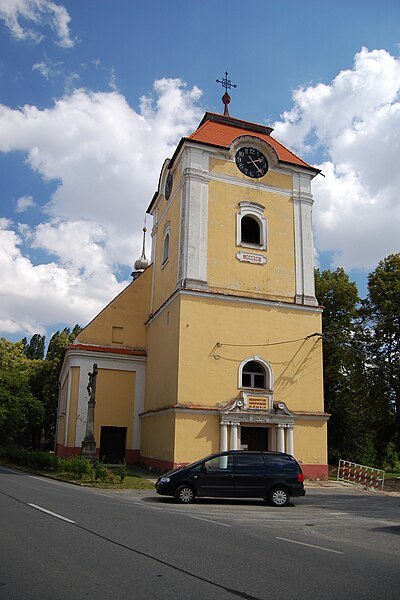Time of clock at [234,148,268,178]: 2:23
